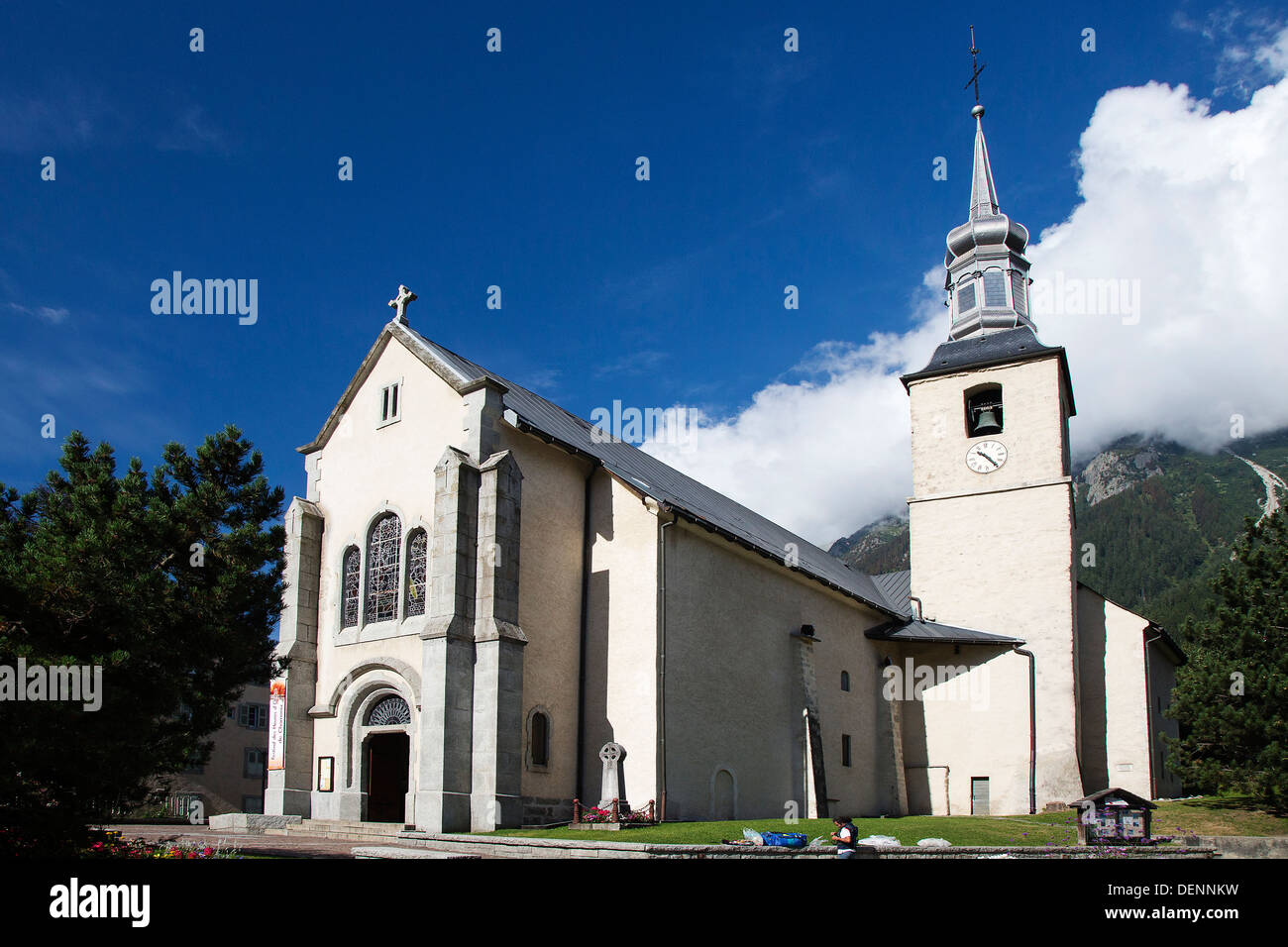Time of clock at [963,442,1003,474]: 10:24
